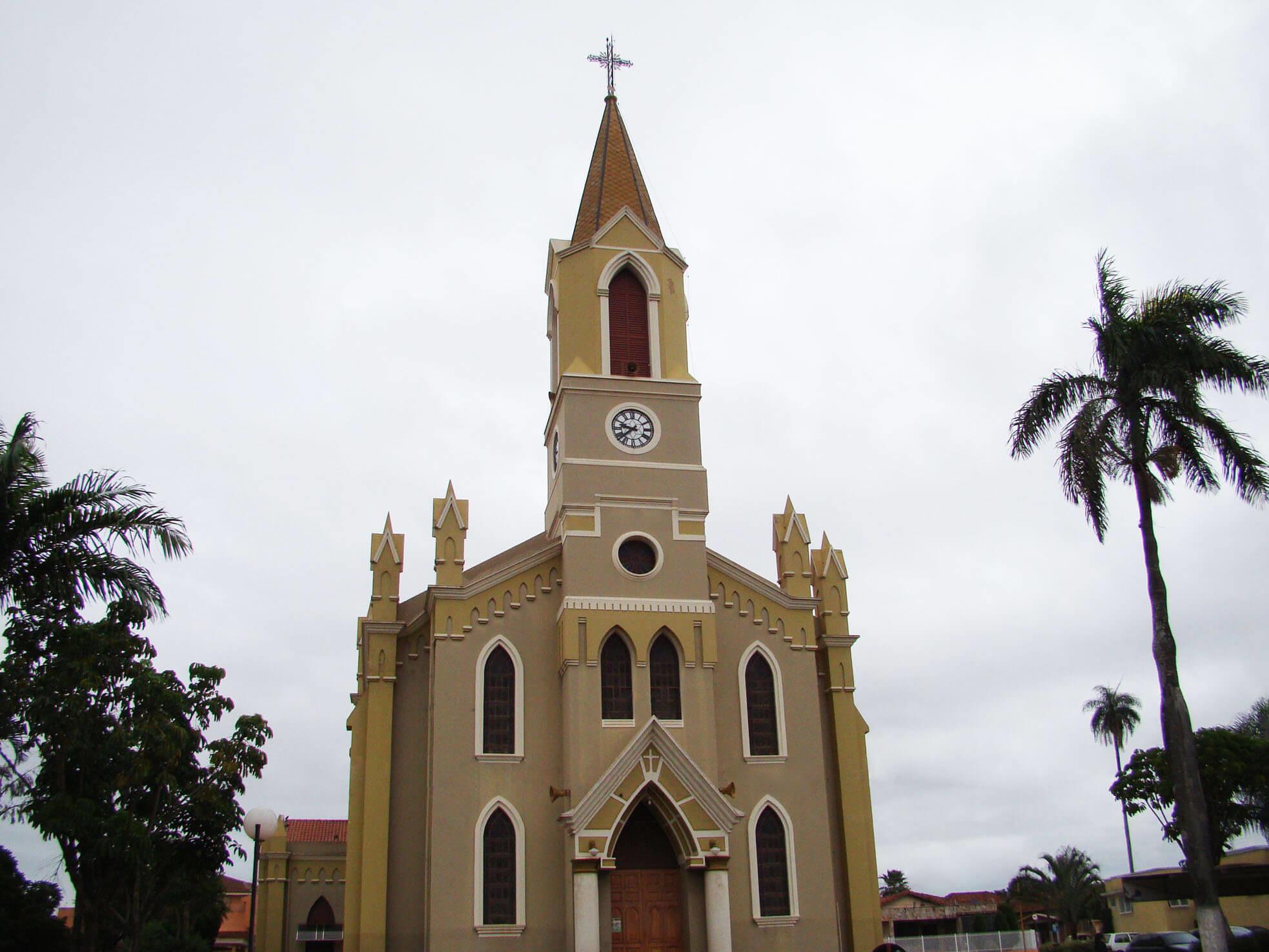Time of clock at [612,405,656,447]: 9:38
